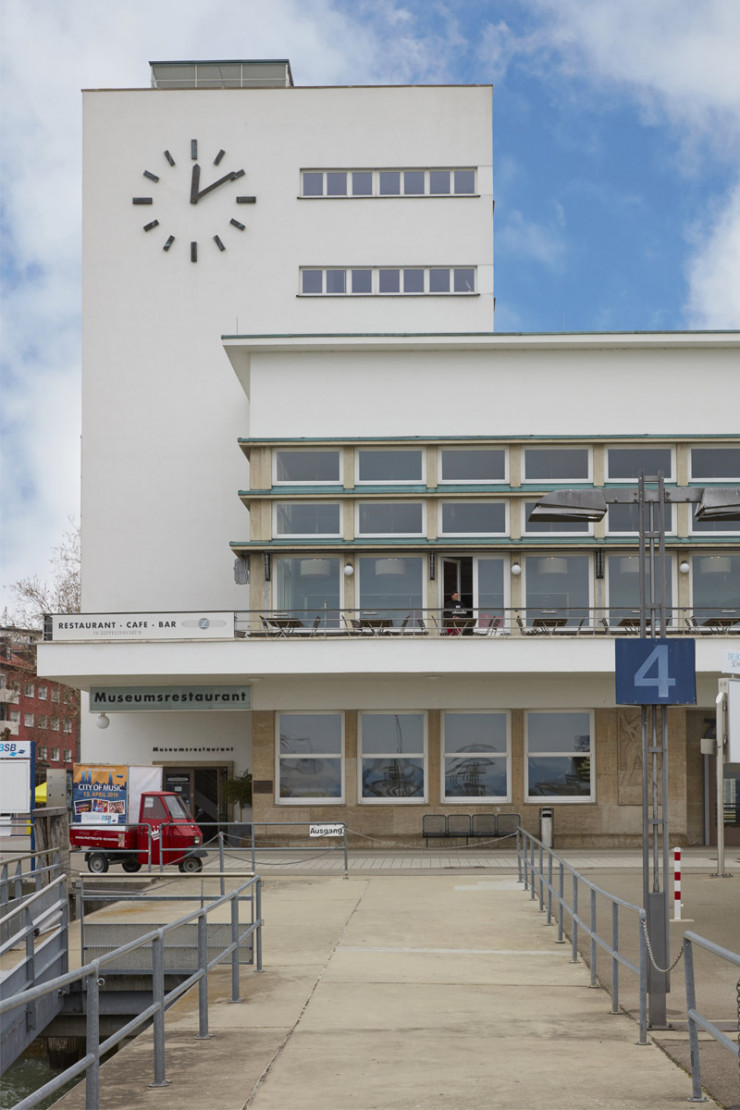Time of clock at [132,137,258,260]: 12:09
